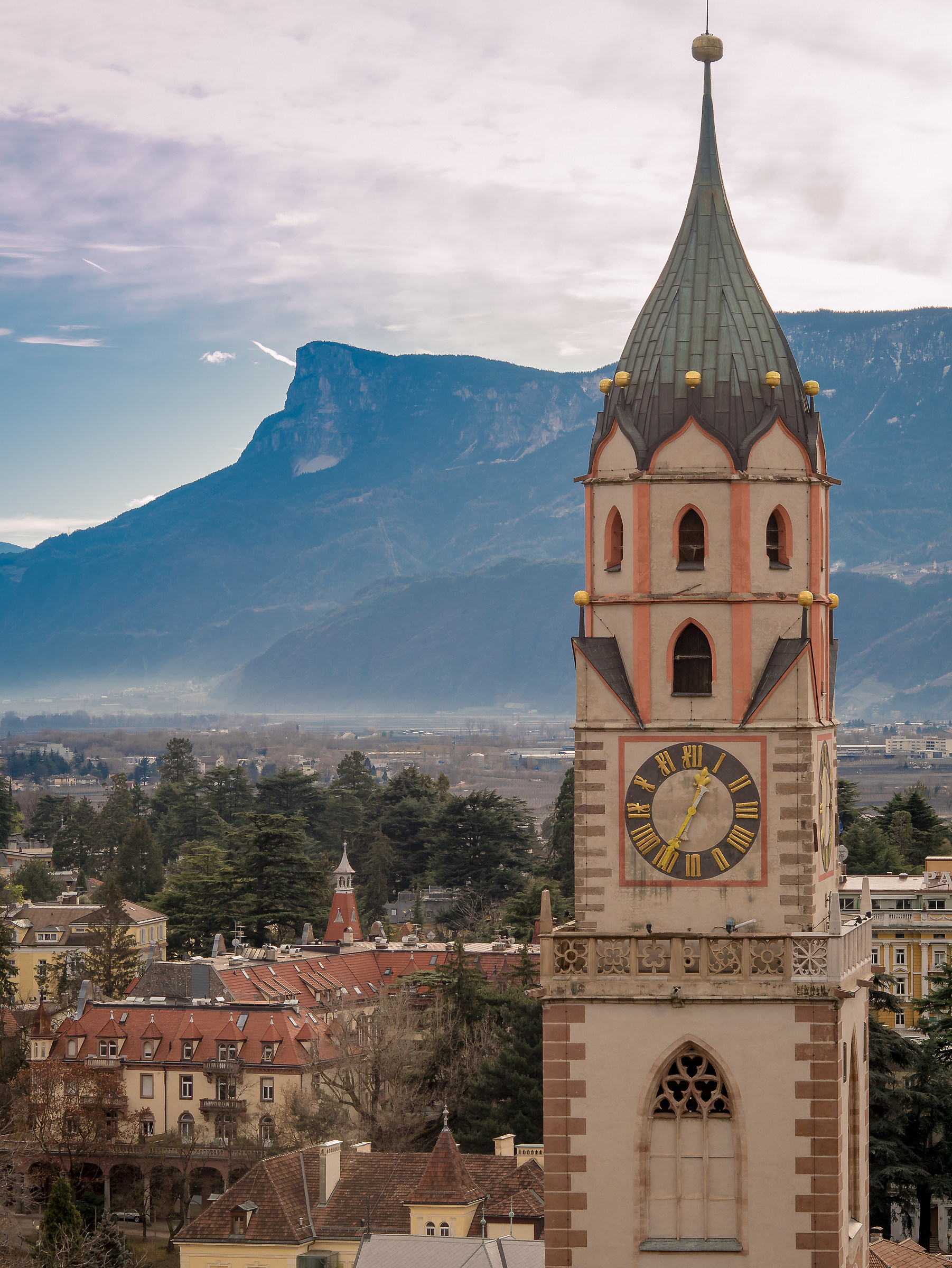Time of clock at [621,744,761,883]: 12:34
